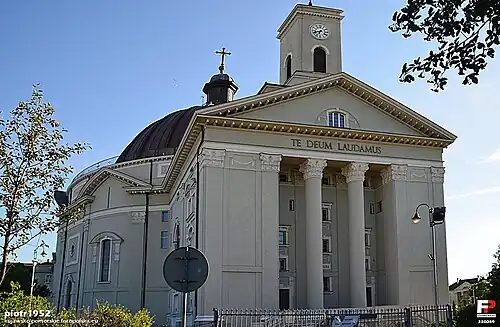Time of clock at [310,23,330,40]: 6:41
